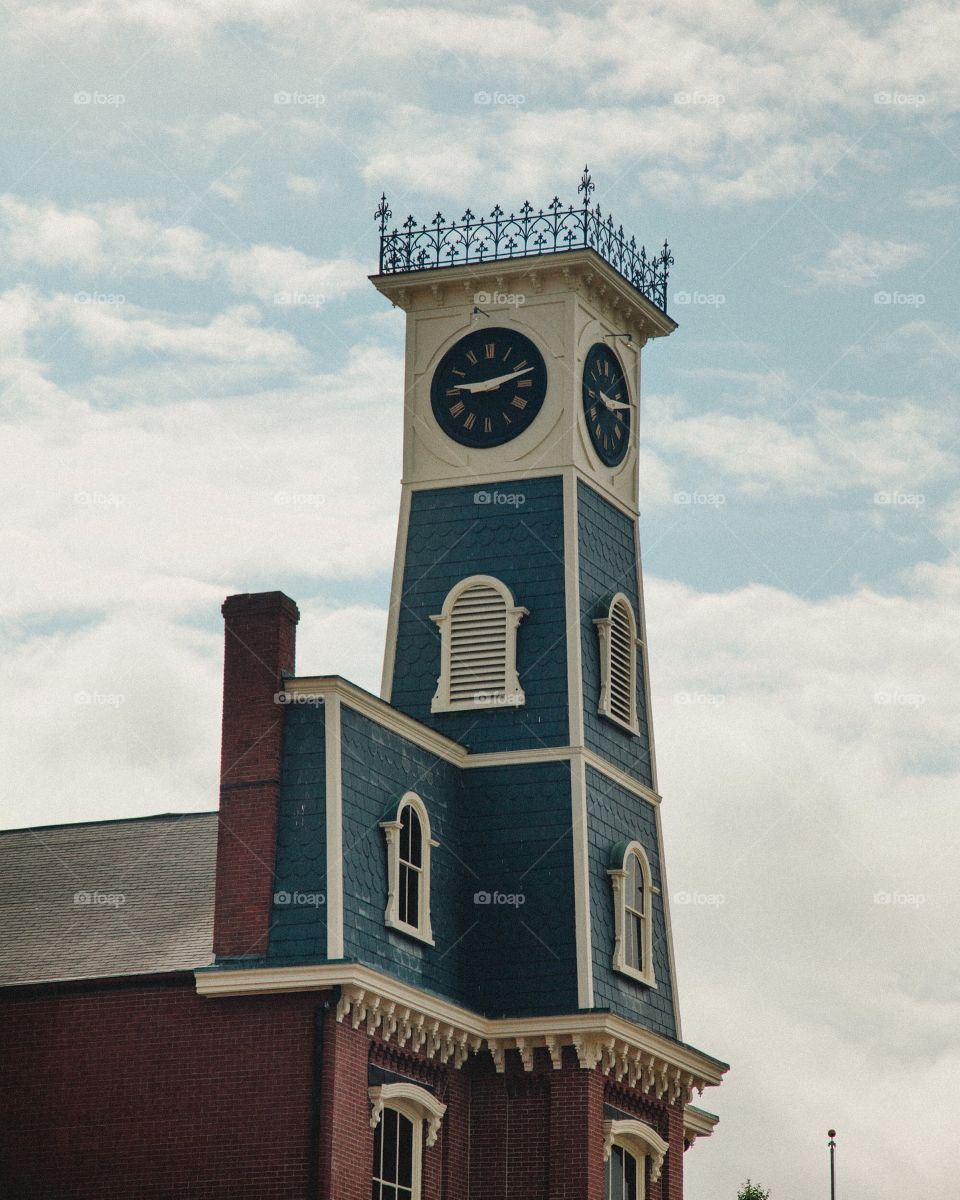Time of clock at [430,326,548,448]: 9:12
